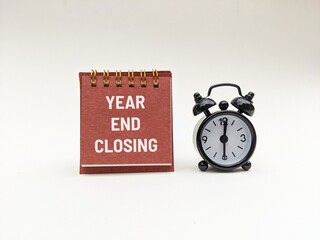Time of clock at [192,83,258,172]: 6:01
